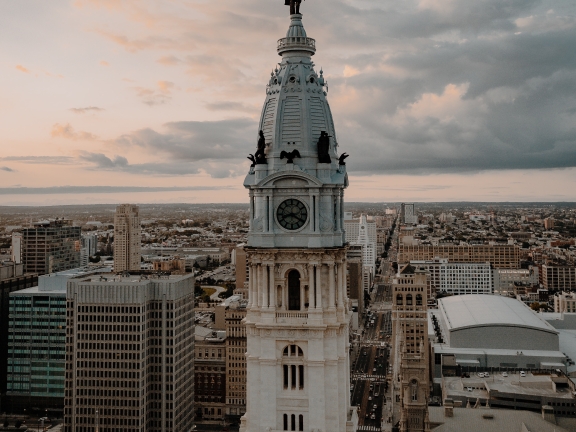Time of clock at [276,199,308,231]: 8:20
